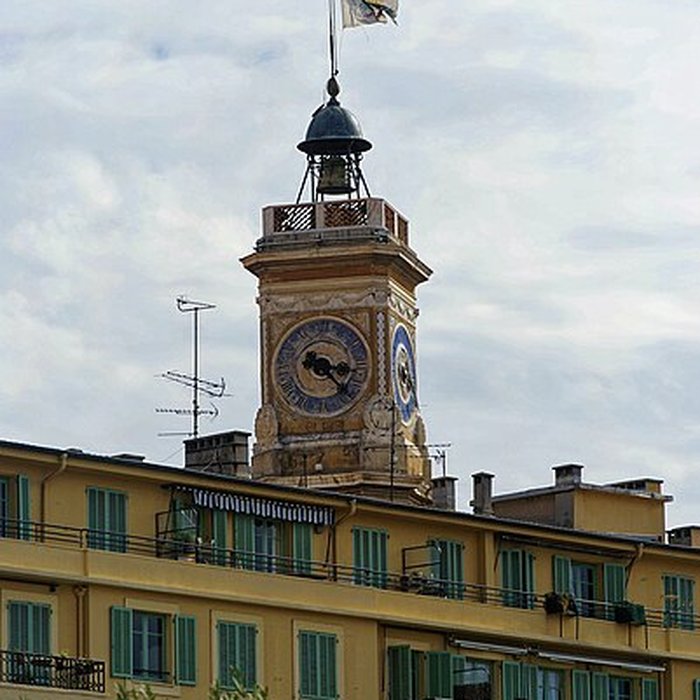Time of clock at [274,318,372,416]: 3:22
